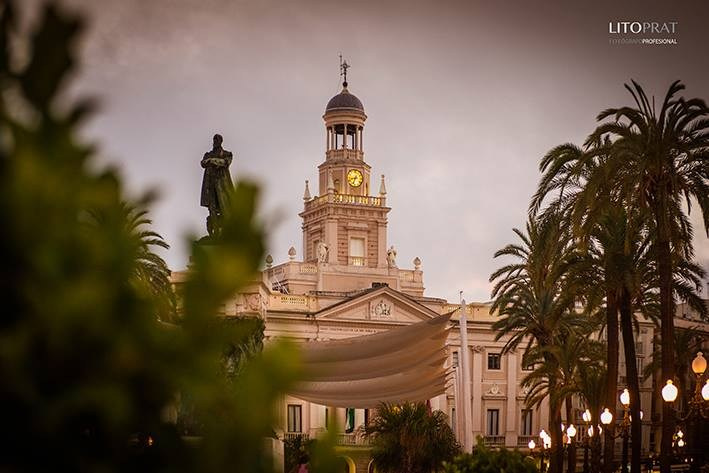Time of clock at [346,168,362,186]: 8:33
